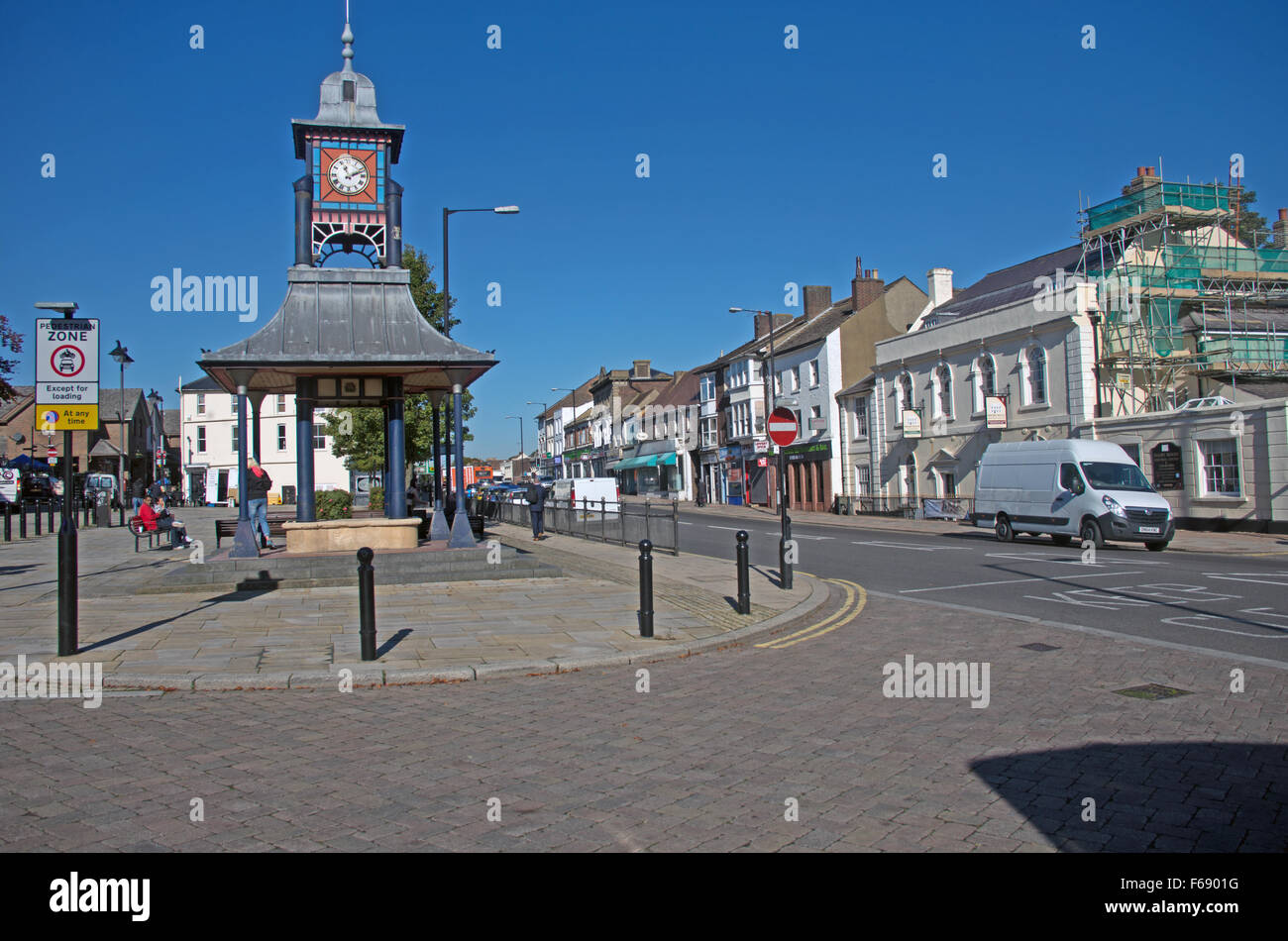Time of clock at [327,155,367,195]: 11:11
